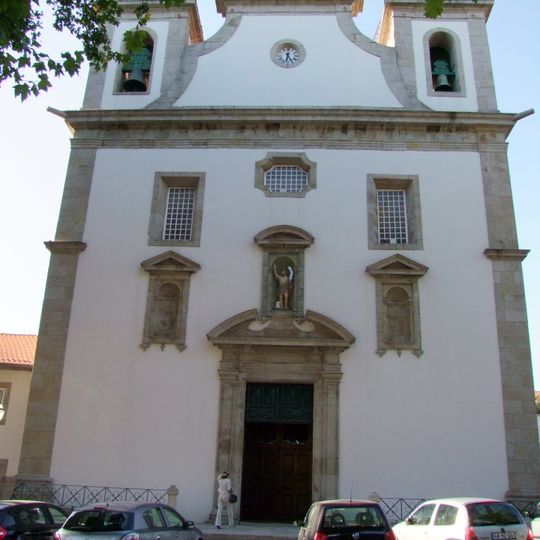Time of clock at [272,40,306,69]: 6:25
